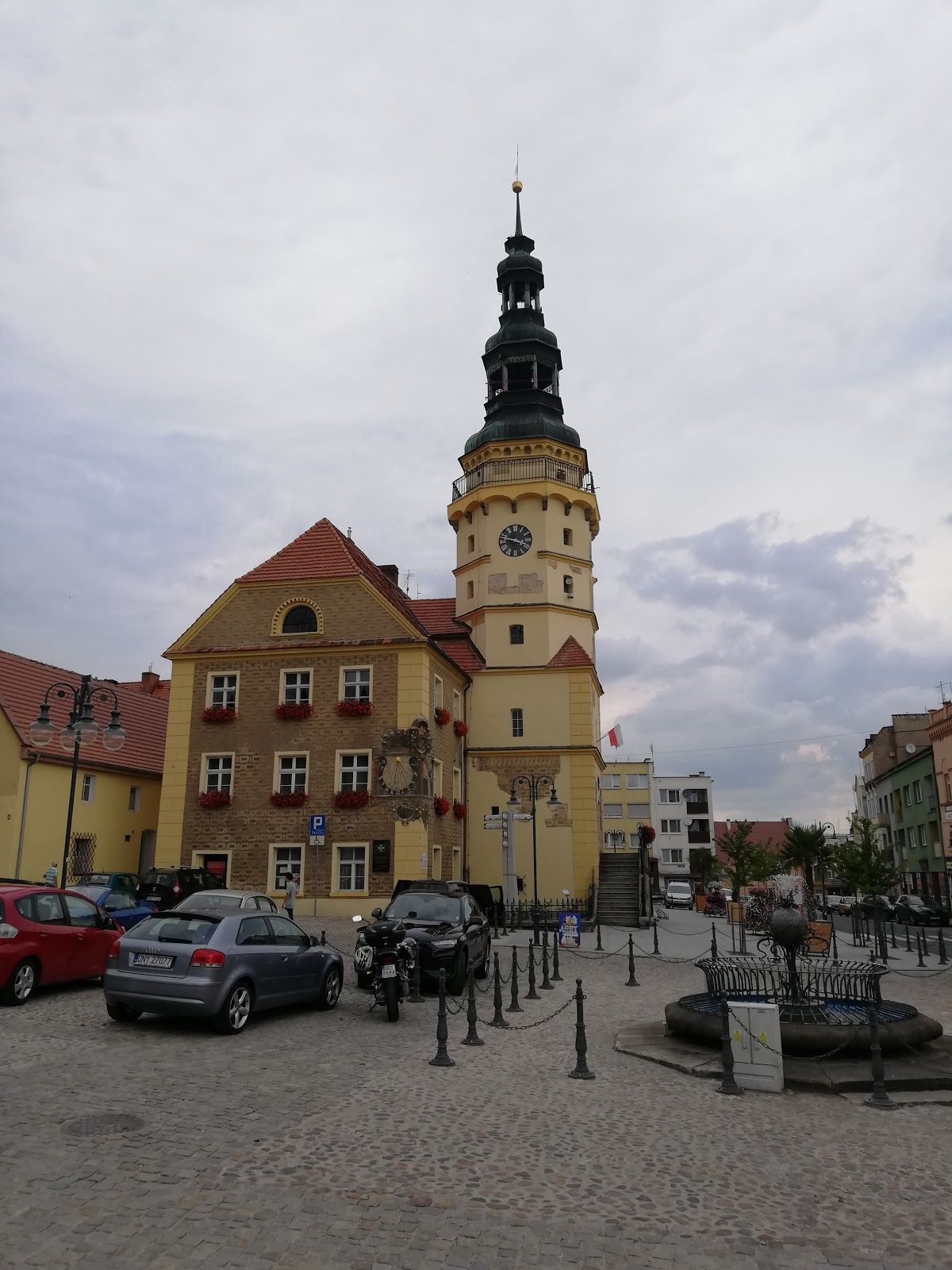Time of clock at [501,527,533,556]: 3:47
